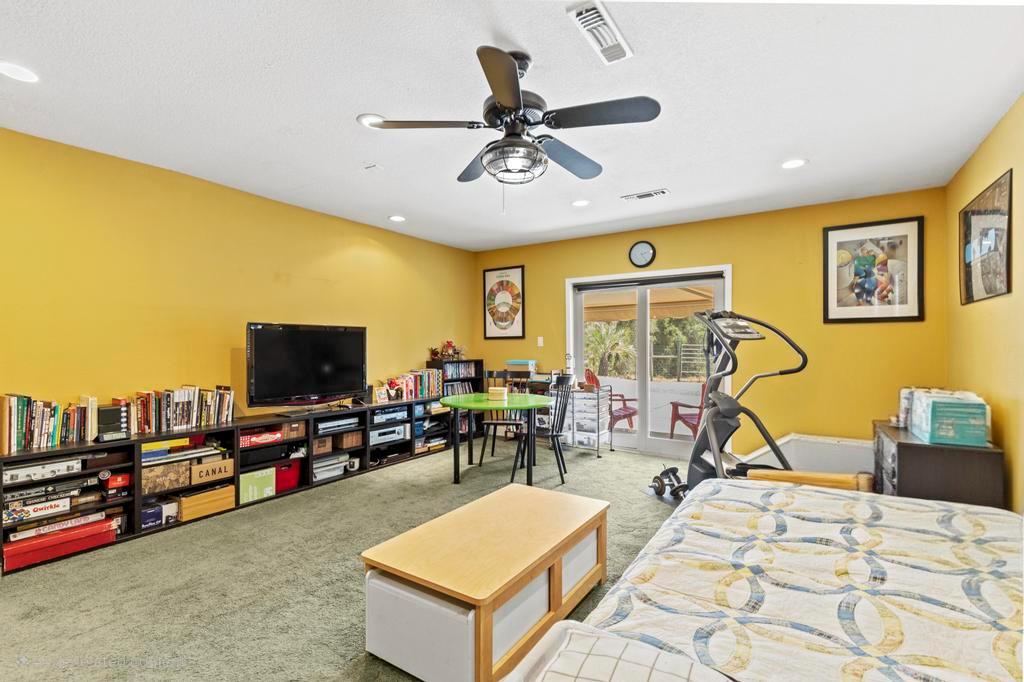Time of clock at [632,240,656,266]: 2:23
